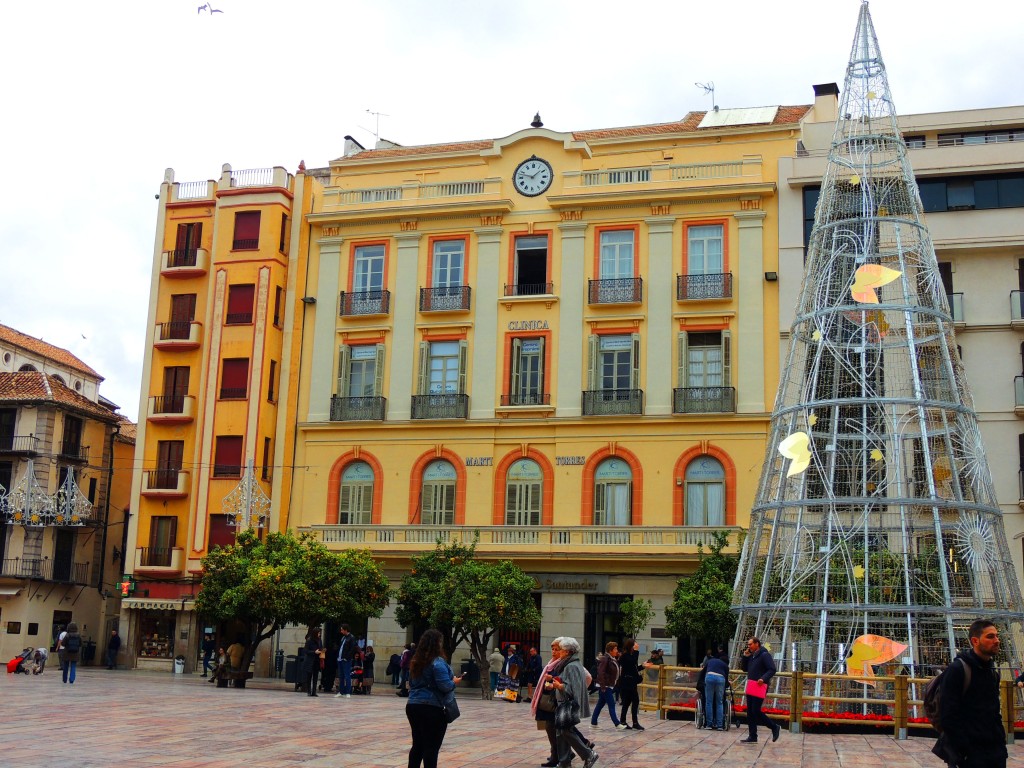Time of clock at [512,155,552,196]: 1:47
